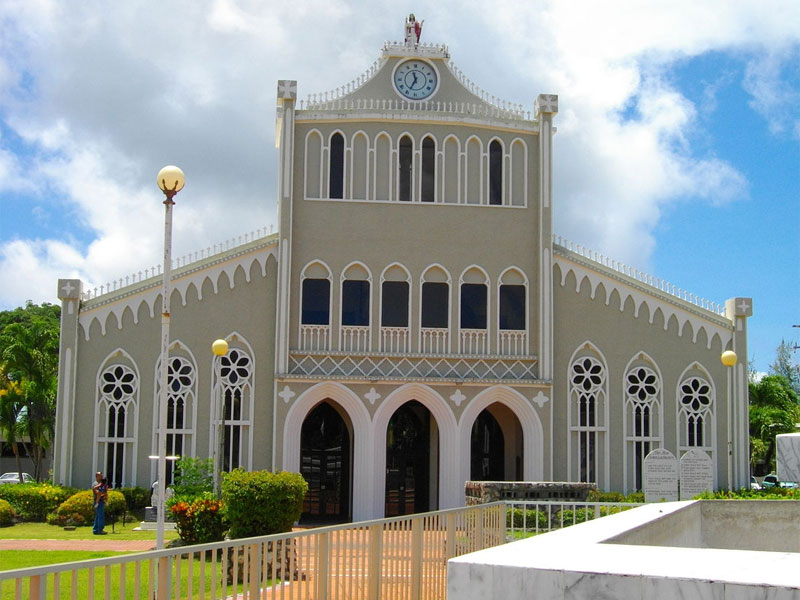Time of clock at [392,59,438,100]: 11:34
